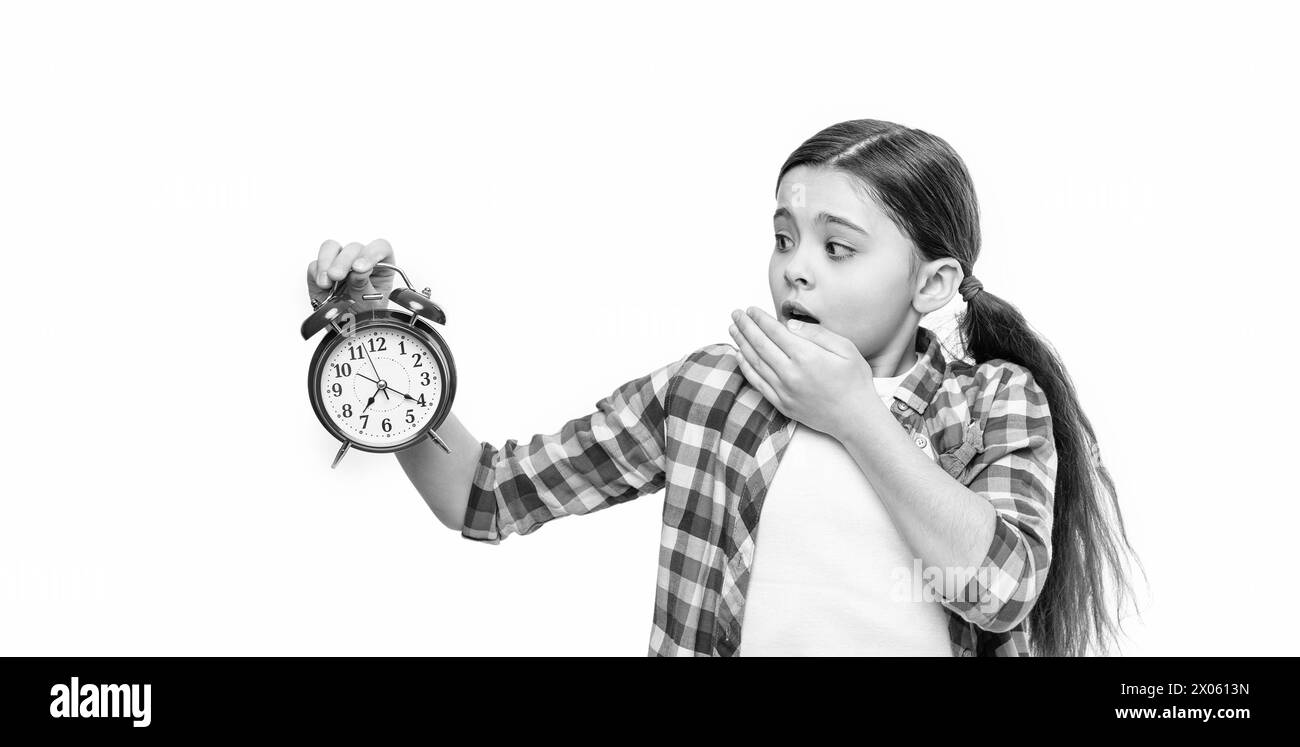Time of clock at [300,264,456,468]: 7:20
